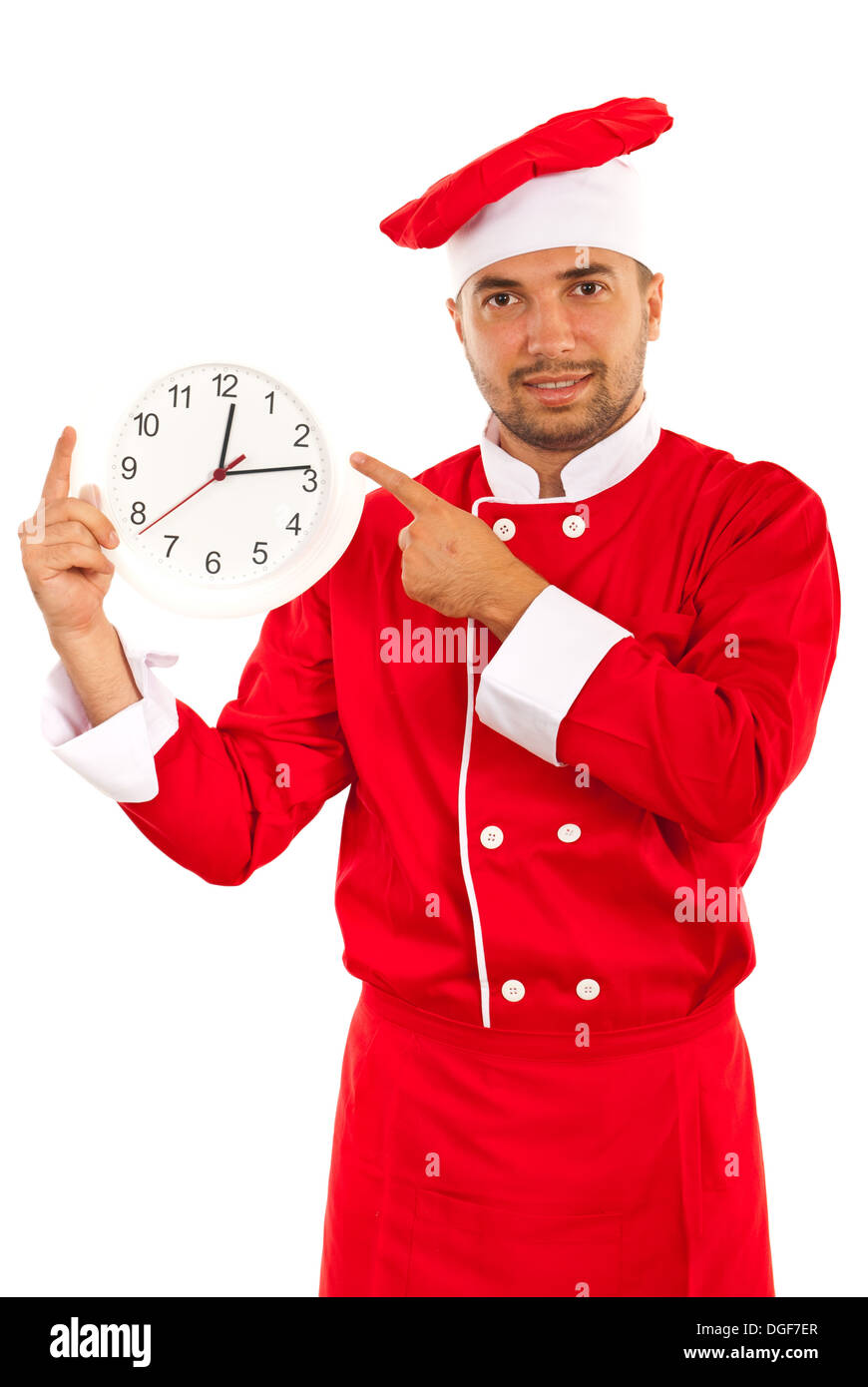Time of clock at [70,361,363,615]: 12:13
